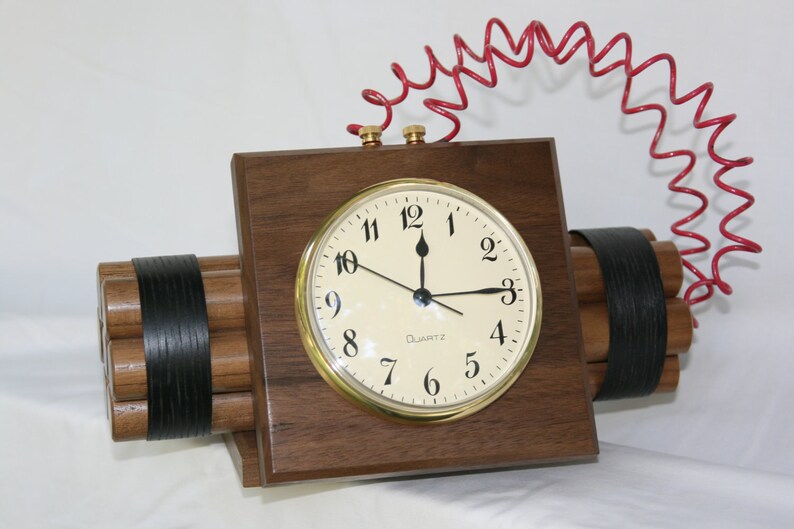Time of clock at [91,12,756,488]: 12:14
